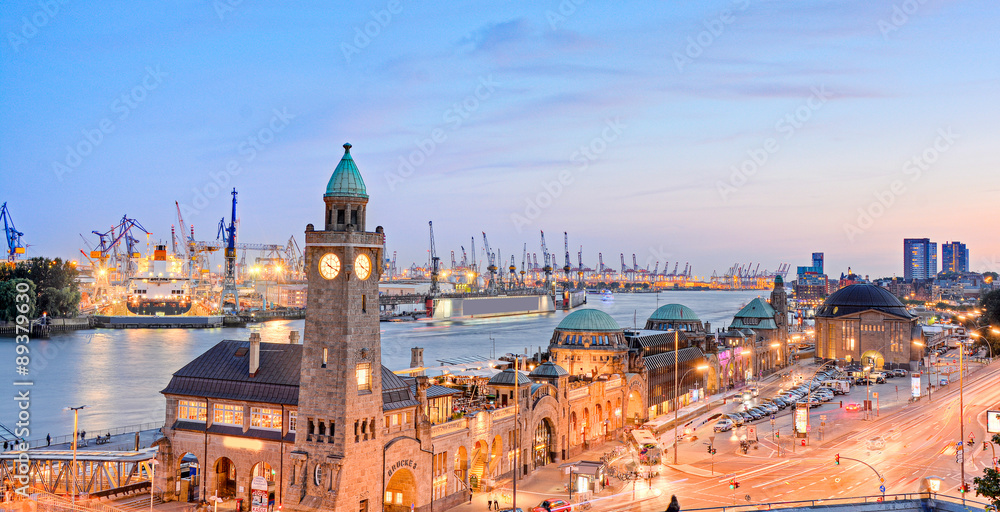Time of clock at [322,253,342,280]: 10:19
